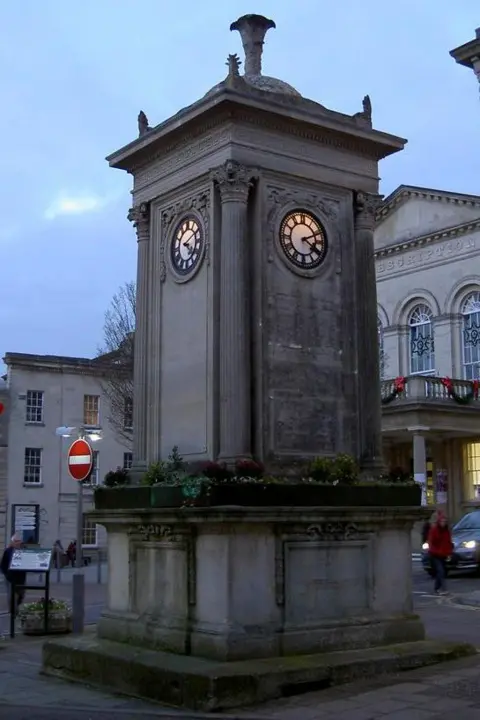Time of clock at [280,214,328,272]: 4:11
